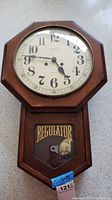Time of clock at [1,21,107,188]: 4:46
